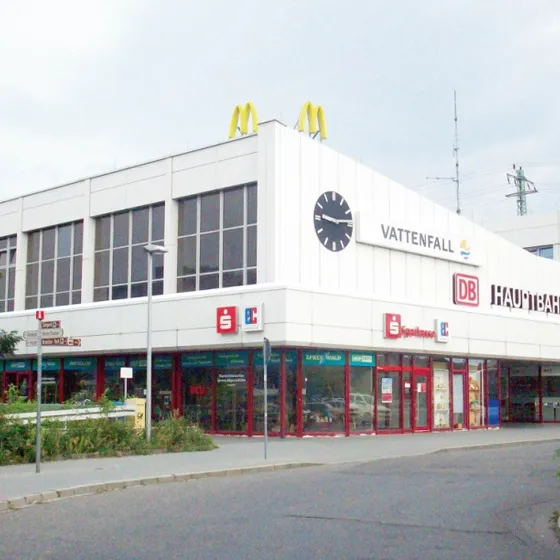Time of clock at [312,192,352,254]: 9:14
